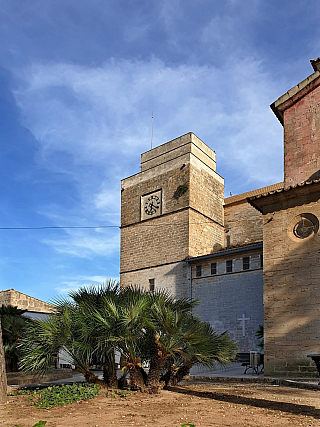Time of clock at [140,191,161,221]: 6:20
